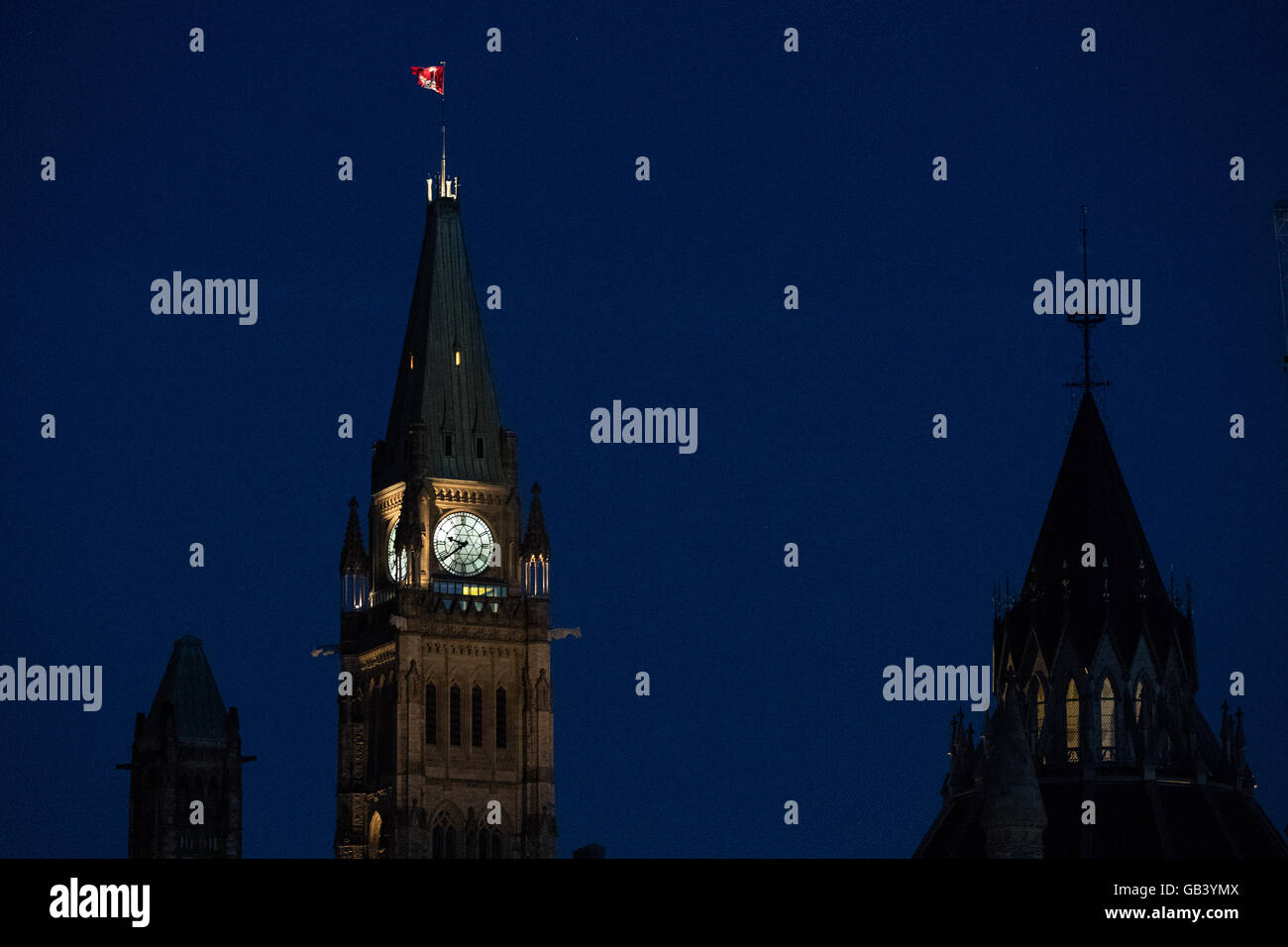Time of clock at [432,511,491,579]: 9:38
